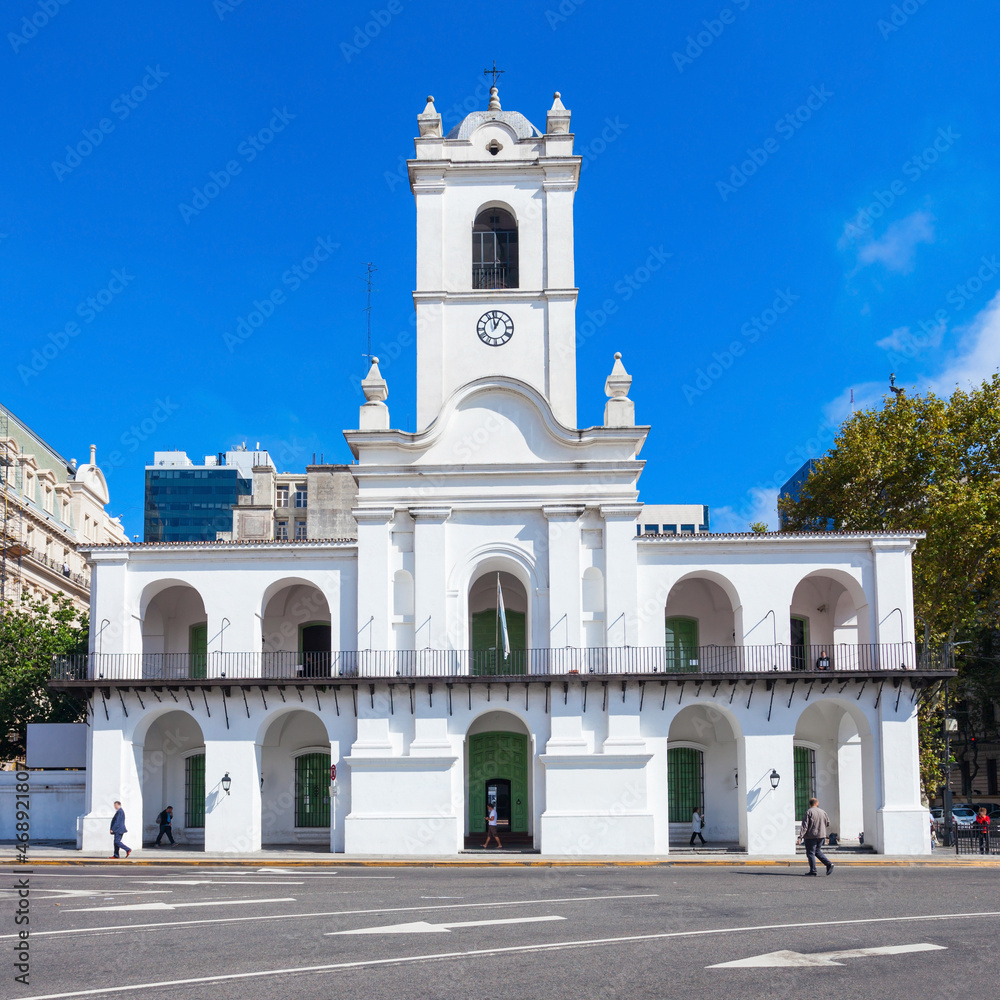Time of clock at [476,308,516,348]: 12:58
